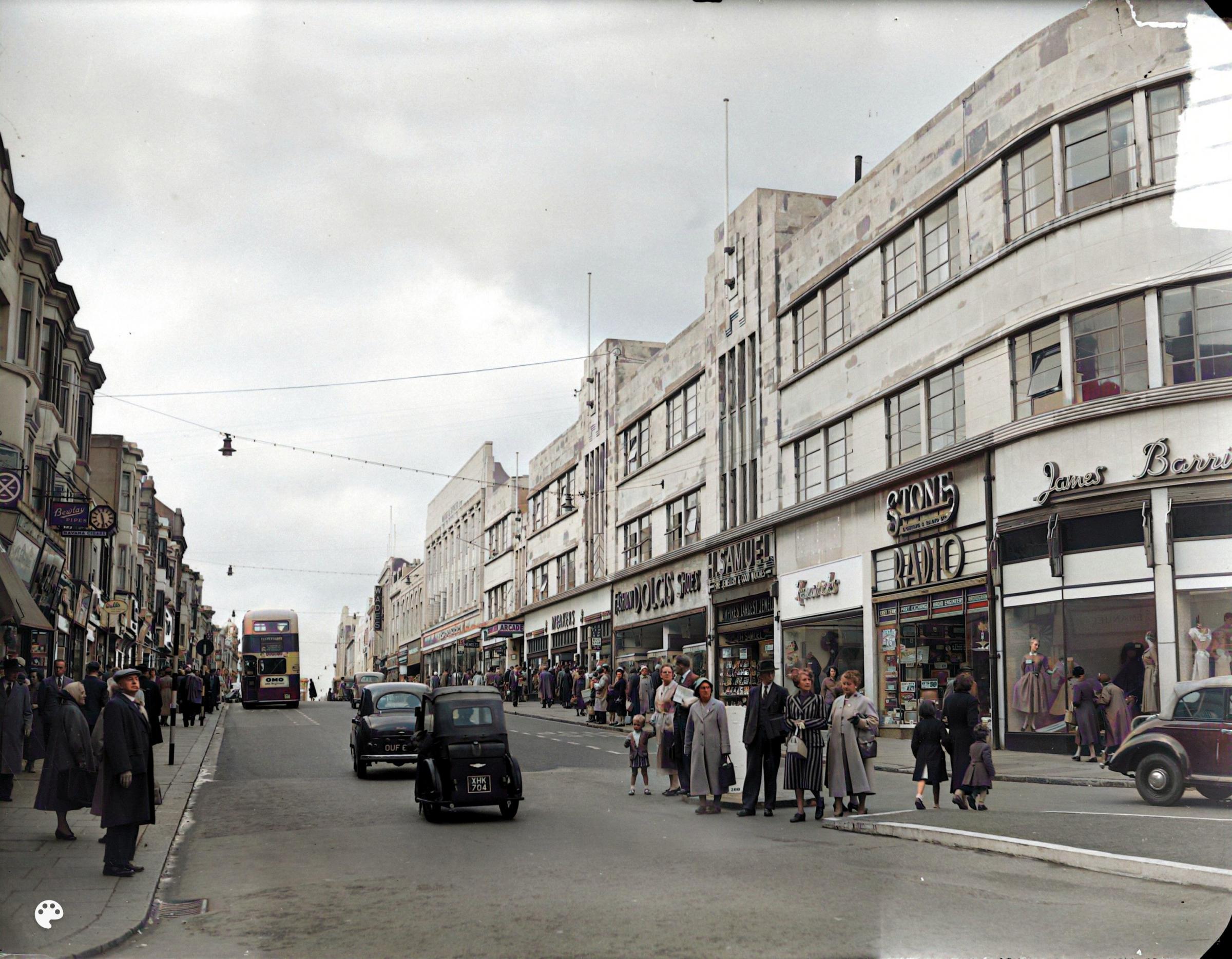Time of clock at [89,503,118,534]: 11:28
